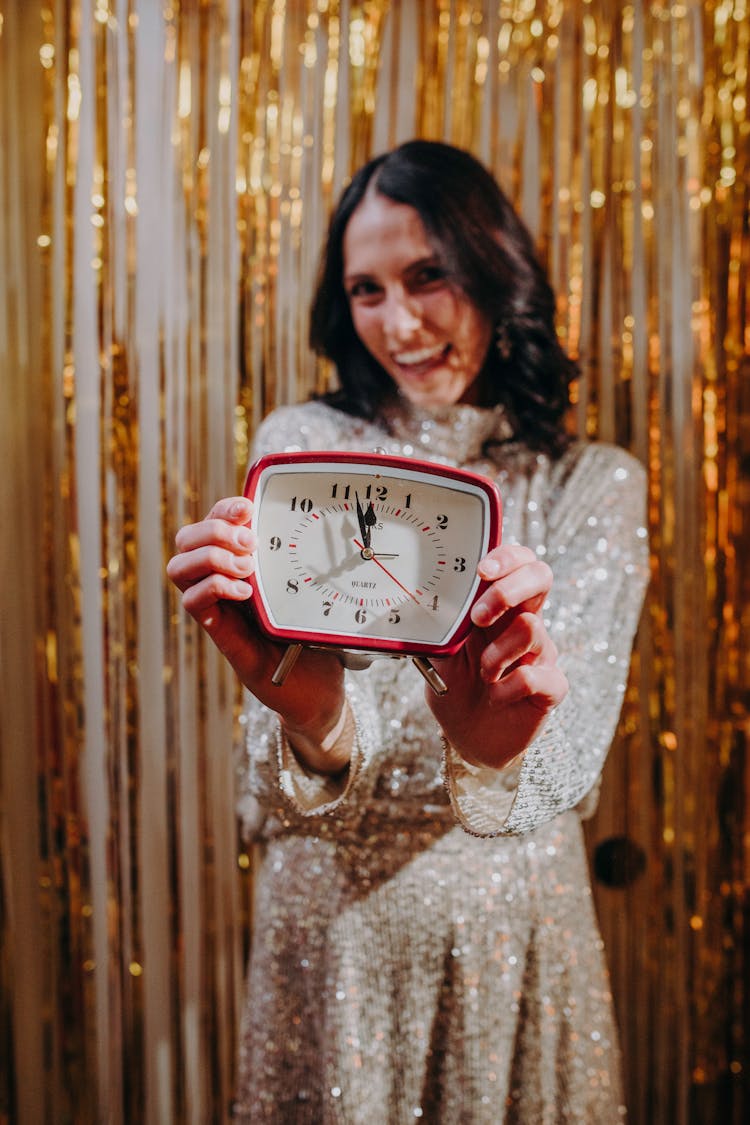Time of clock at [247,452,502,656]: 11:57
